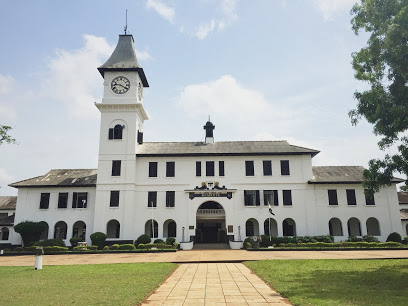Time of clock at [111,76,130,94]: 9:20
